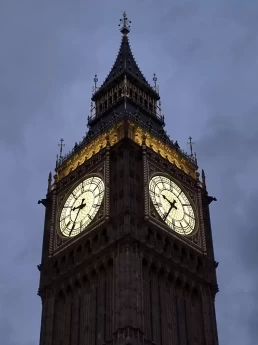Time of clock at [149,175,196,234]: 9:34
